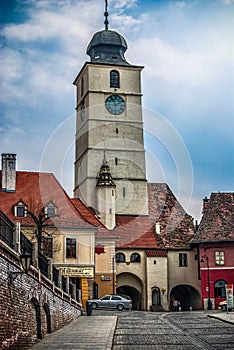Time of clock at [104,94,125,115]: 11:10
